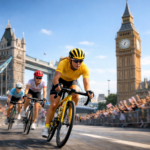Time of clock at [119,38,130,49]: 6:32
